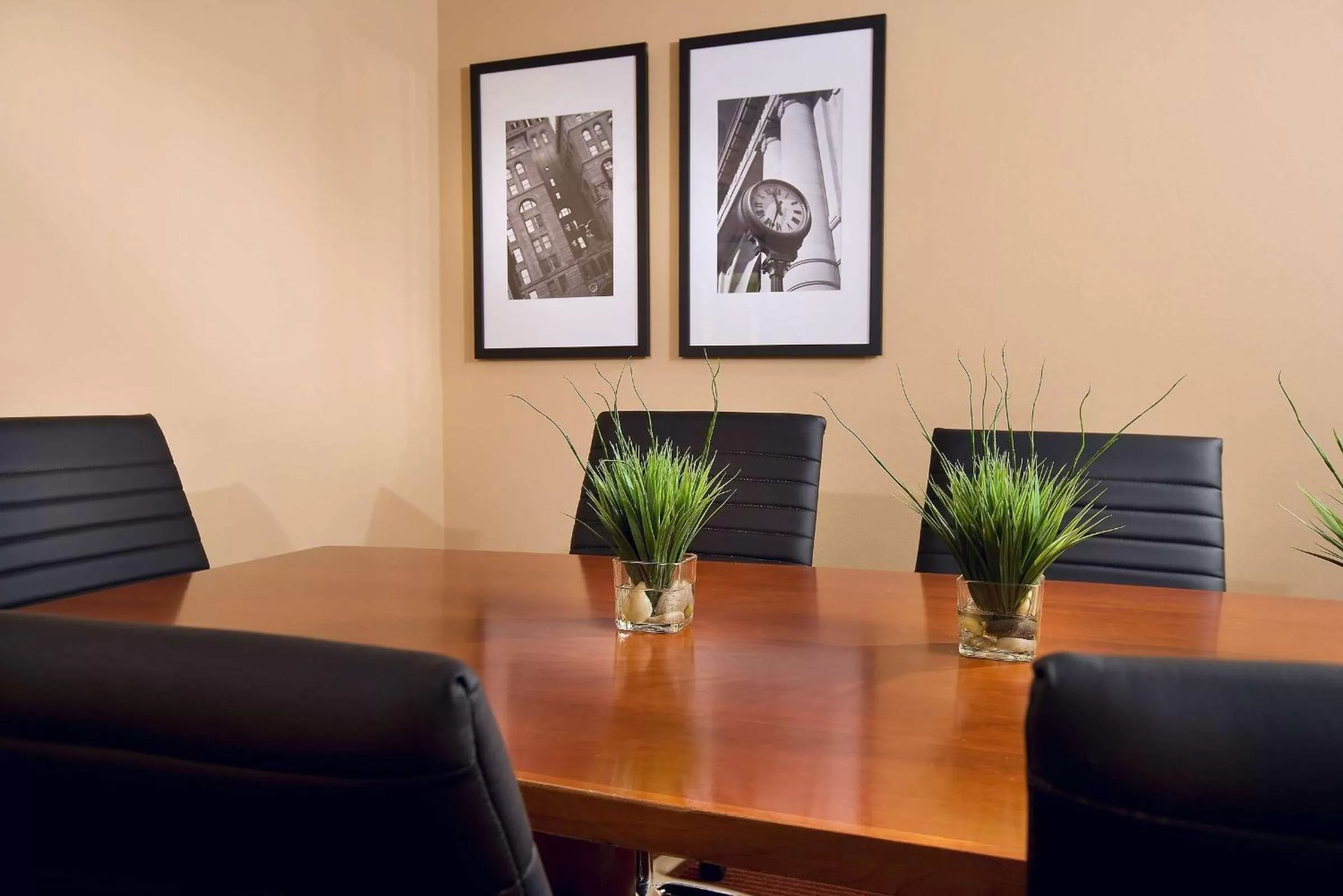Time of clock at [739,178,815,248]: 11:32
